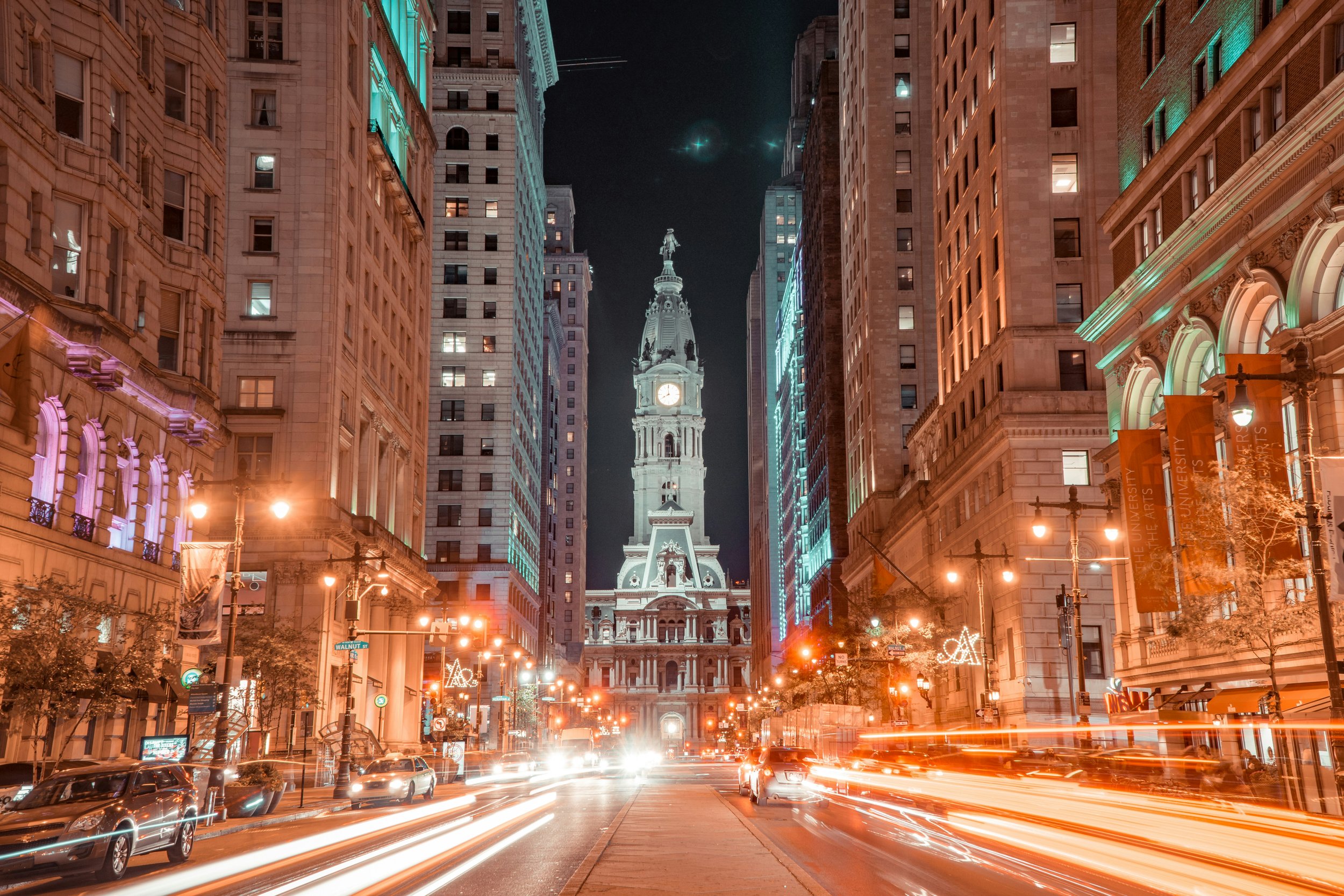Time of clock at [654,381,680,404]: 7:59
